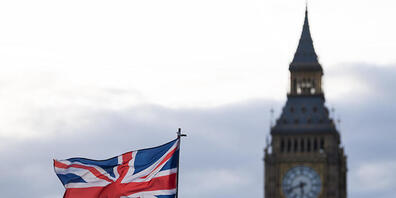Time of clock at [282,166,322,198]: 5:41
